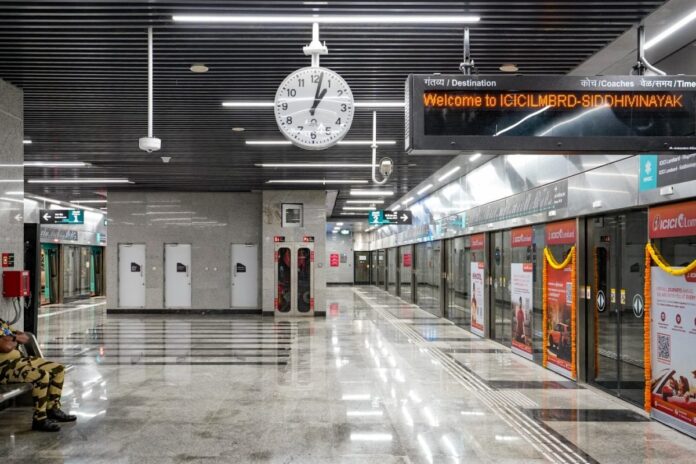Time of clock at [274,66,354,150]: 1:02
